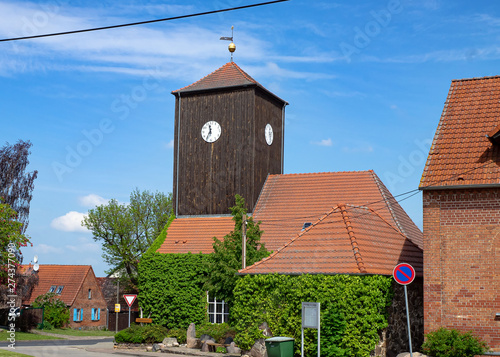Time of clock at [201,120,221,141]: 11:35
